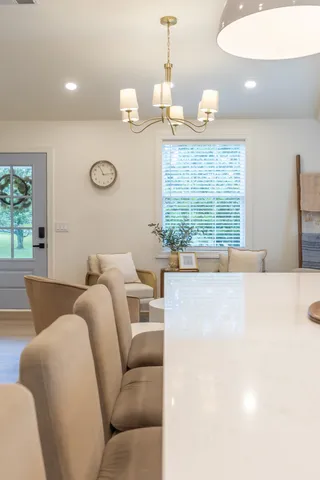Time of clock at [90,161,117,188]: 11:13
